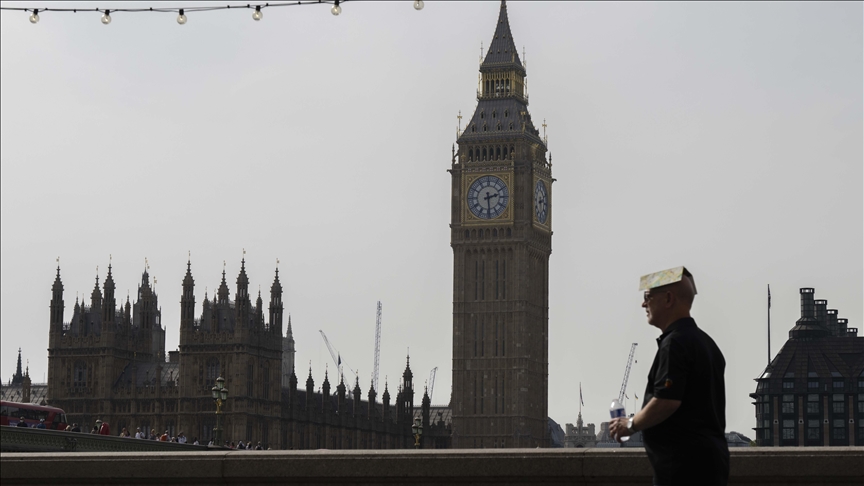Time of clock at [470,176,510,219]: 2:29
